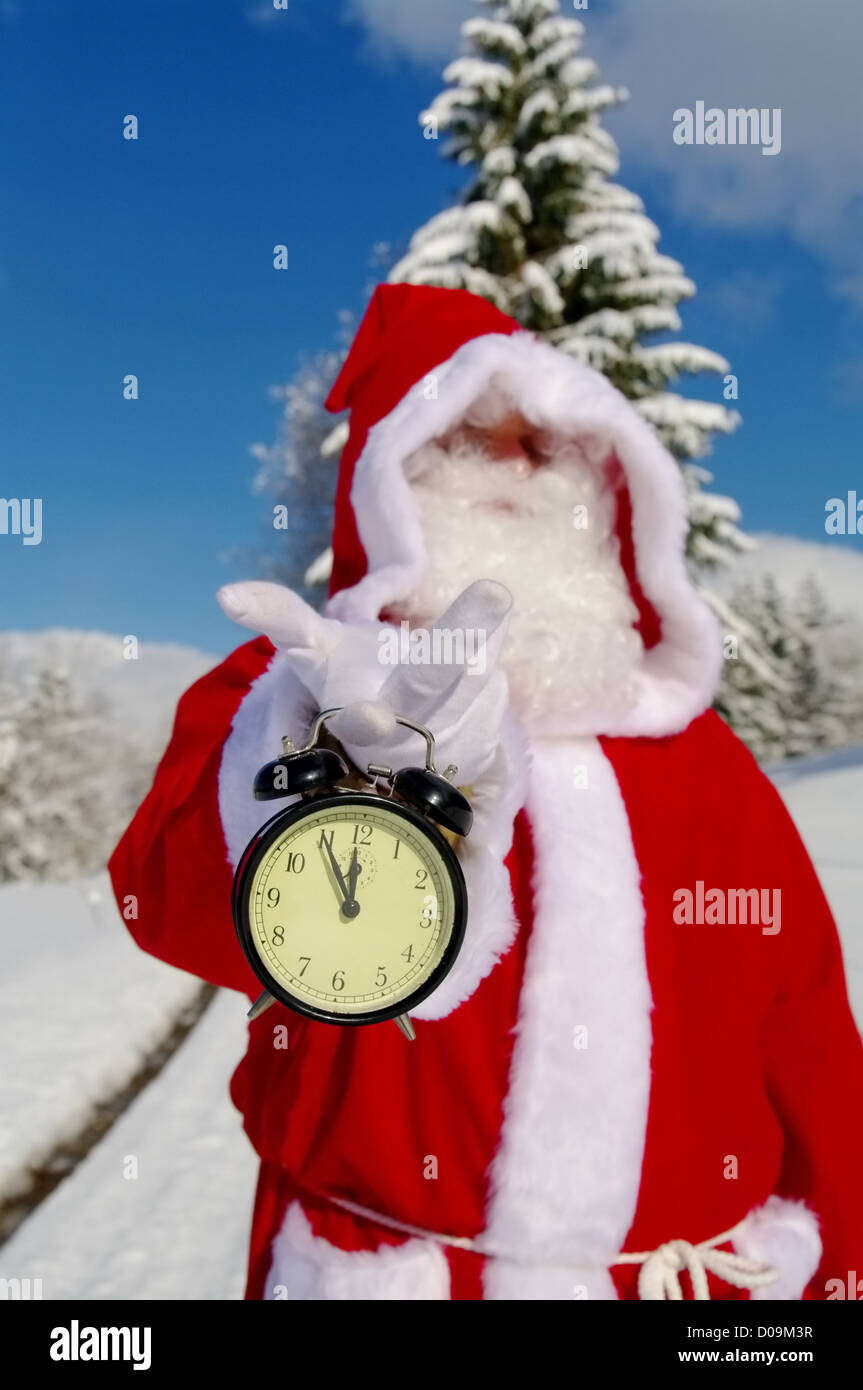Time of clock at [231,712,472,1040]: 11:55
